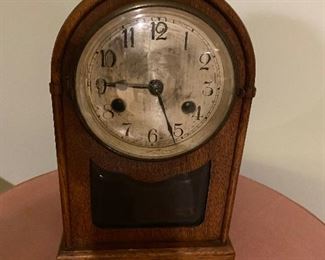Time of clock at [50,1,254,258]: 9:26
